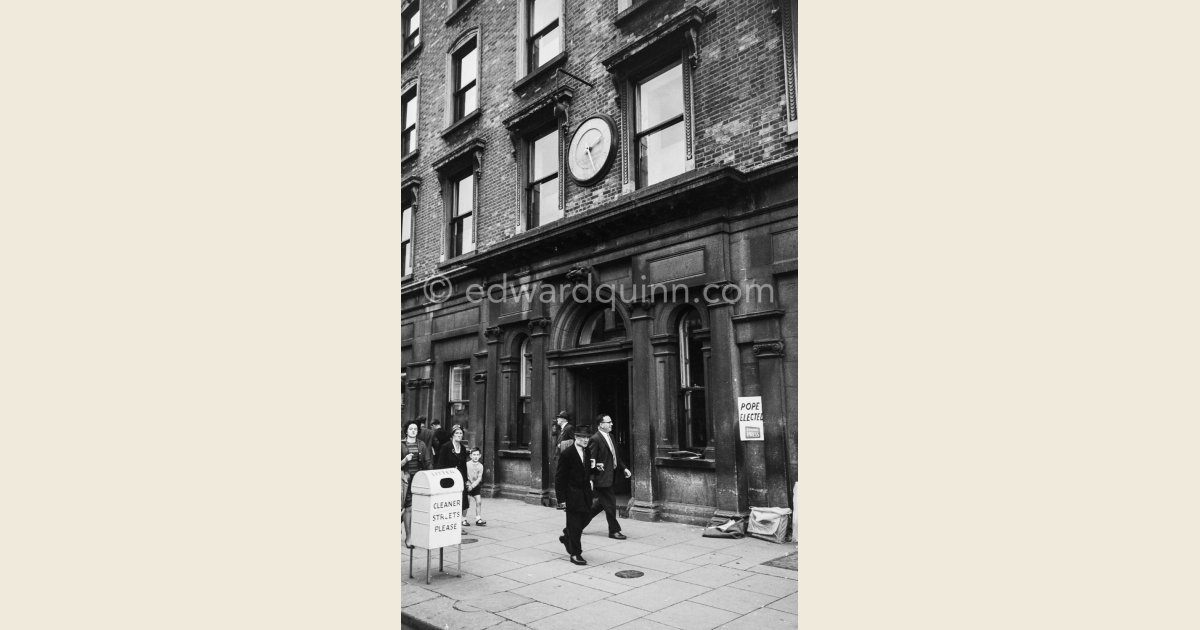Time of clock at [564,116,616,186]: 2:24
